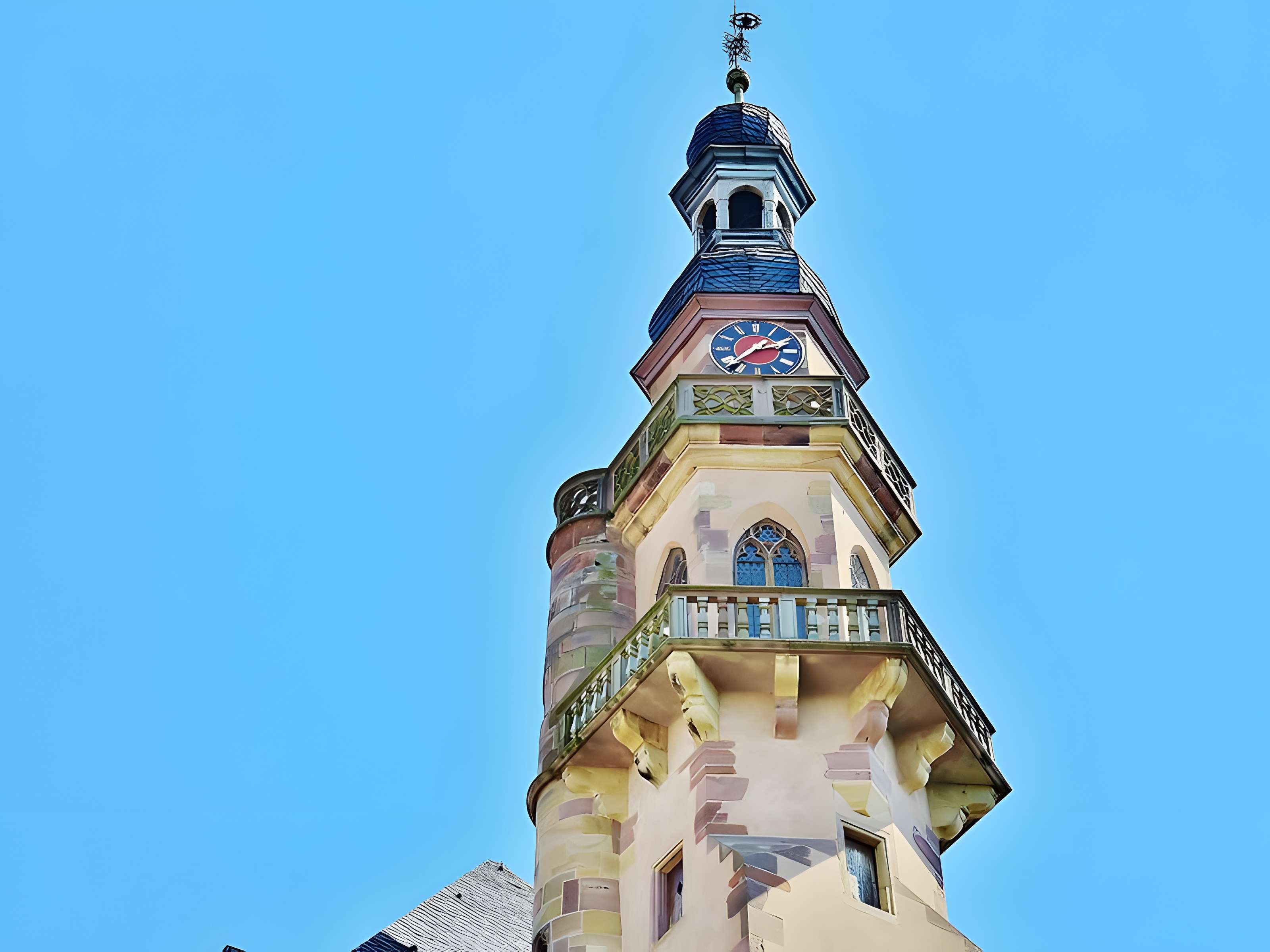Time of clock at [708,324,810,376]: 2:37
